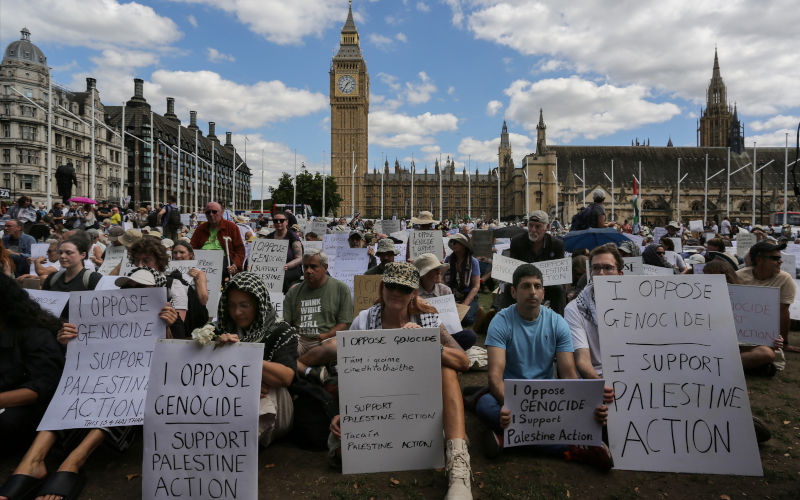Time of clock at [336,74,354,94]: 1:35
